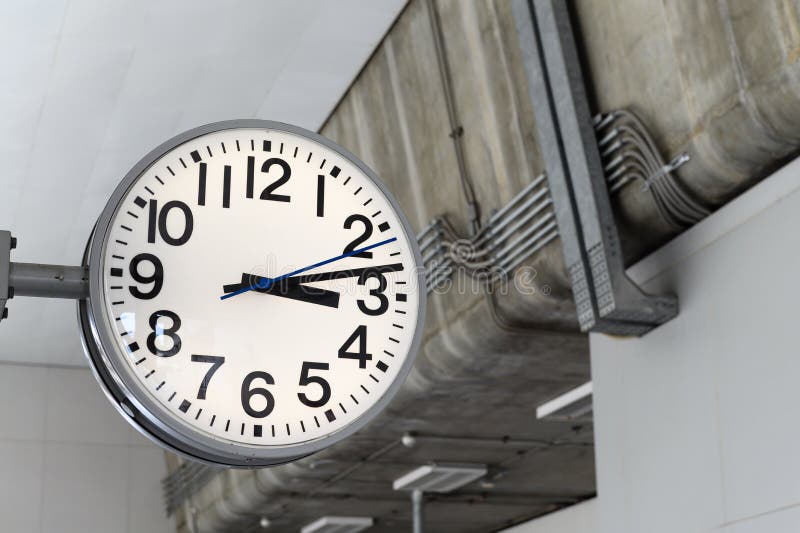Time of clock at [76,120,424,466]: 3:13
